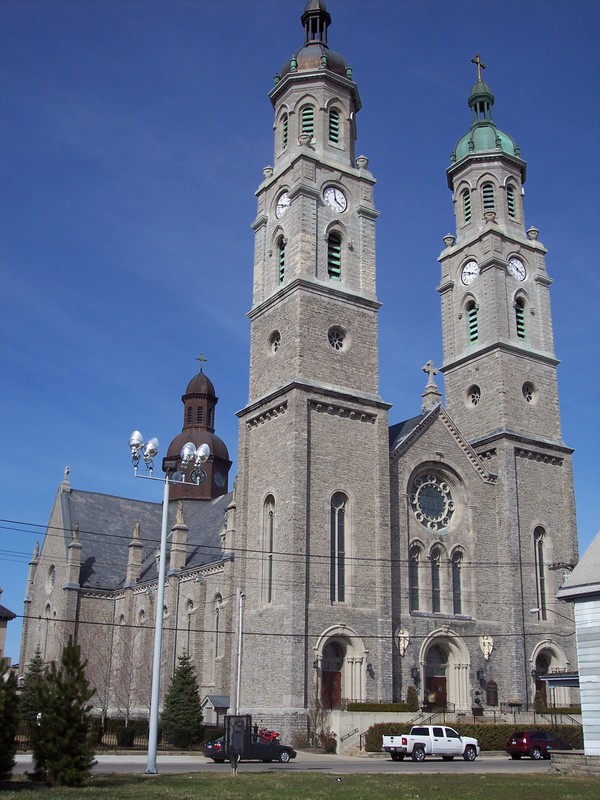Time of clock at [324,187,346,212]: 3:58
